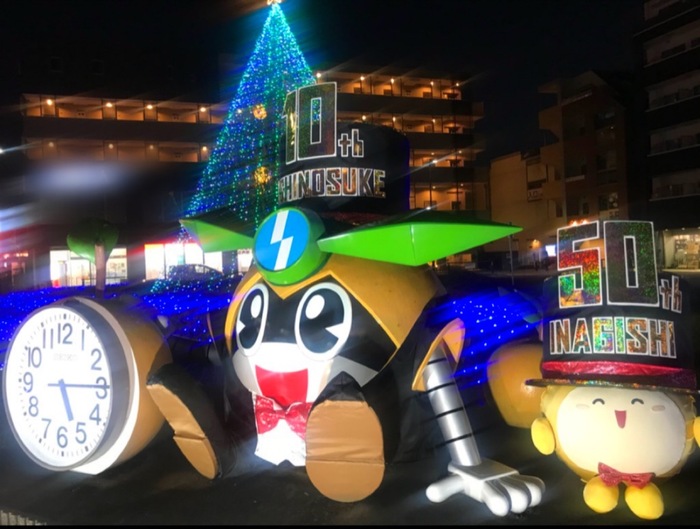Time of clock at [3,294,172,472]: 5:14
